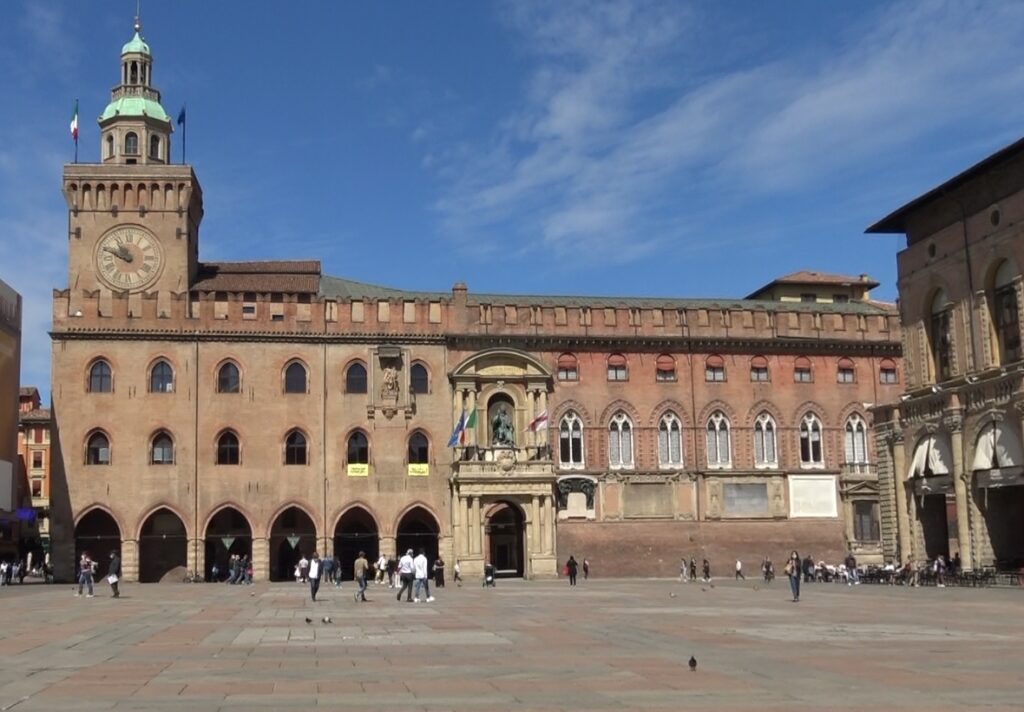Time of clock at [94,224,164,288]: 10:48
